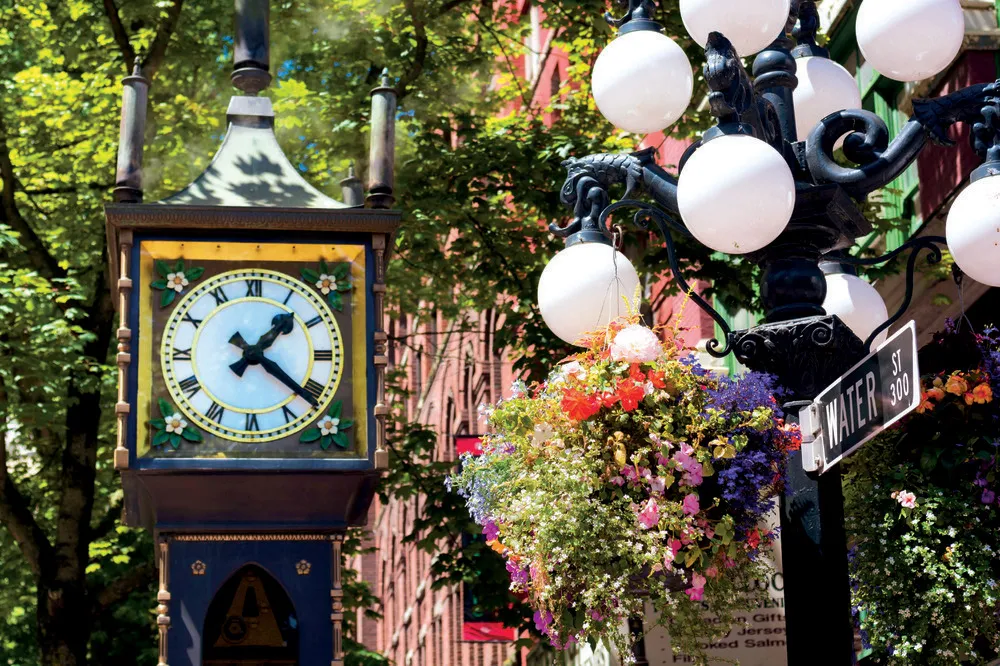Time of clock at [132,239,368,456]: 1:21
